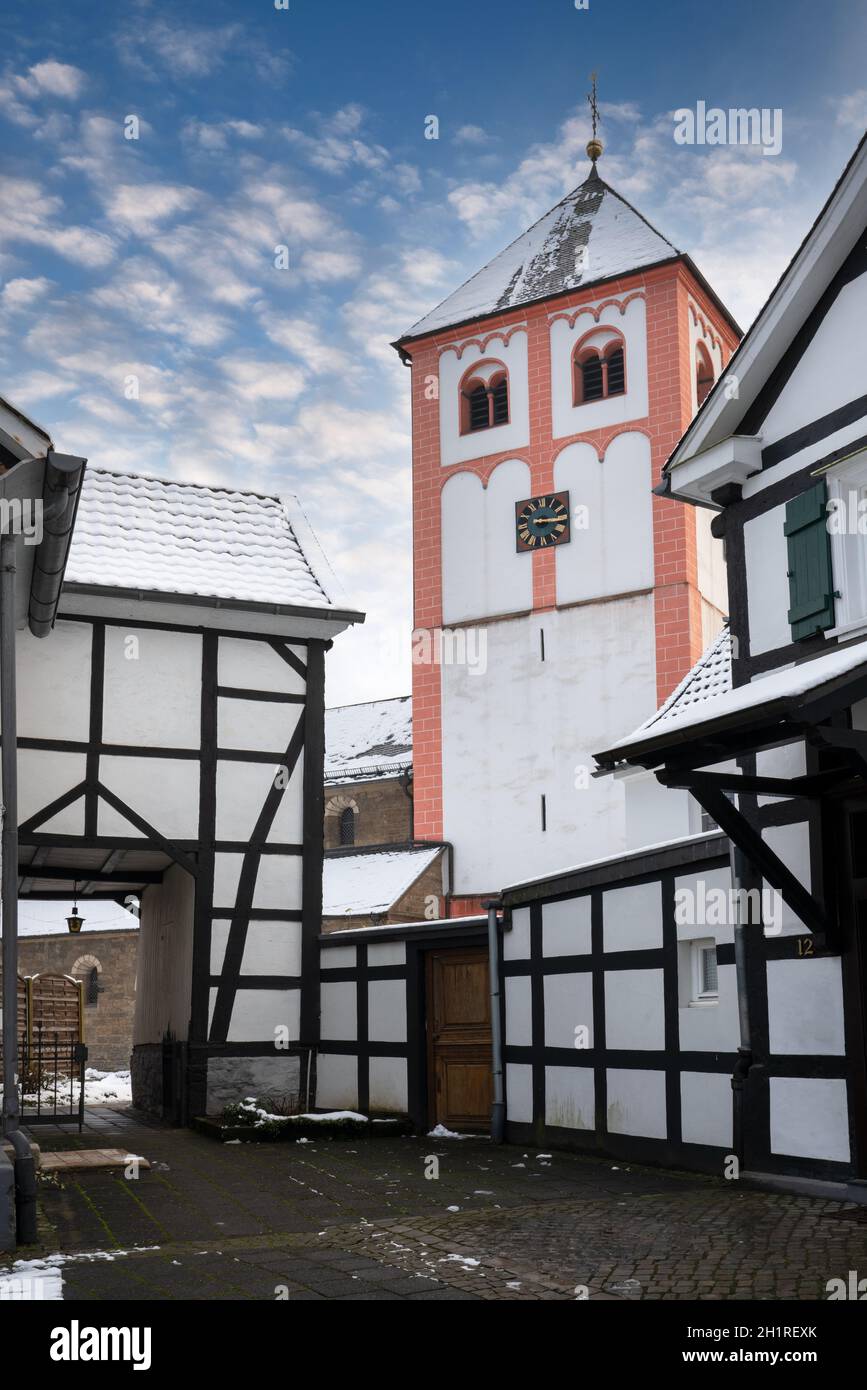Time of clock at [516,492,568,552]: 3:16
